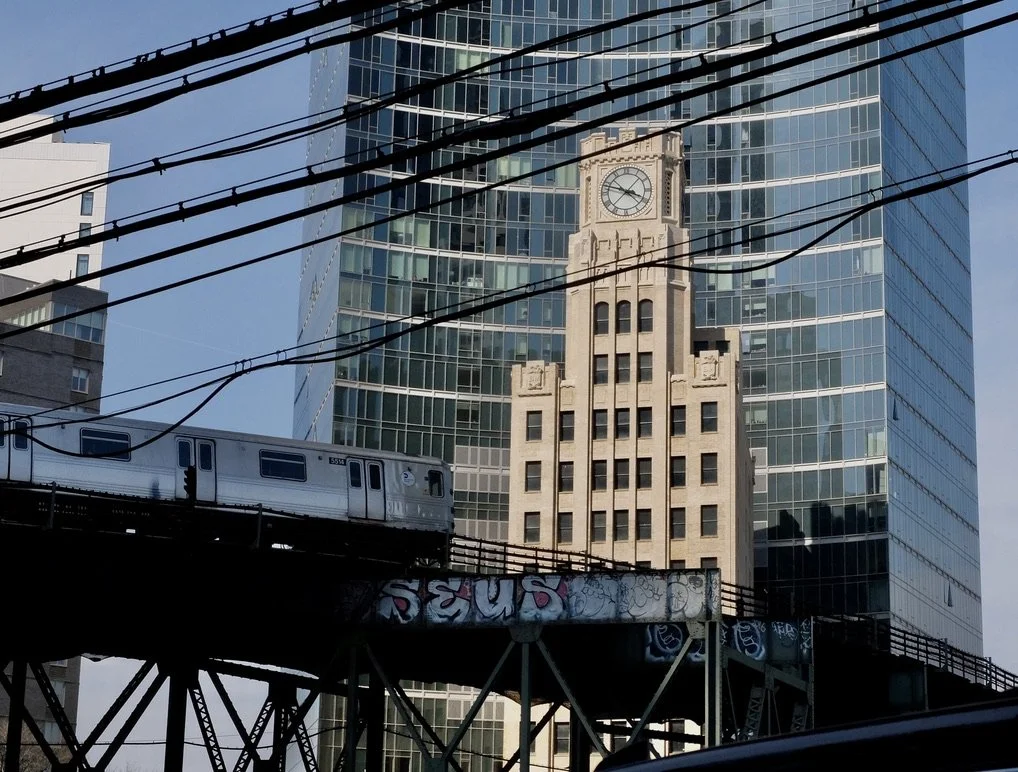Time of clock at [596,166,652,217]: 3:48
